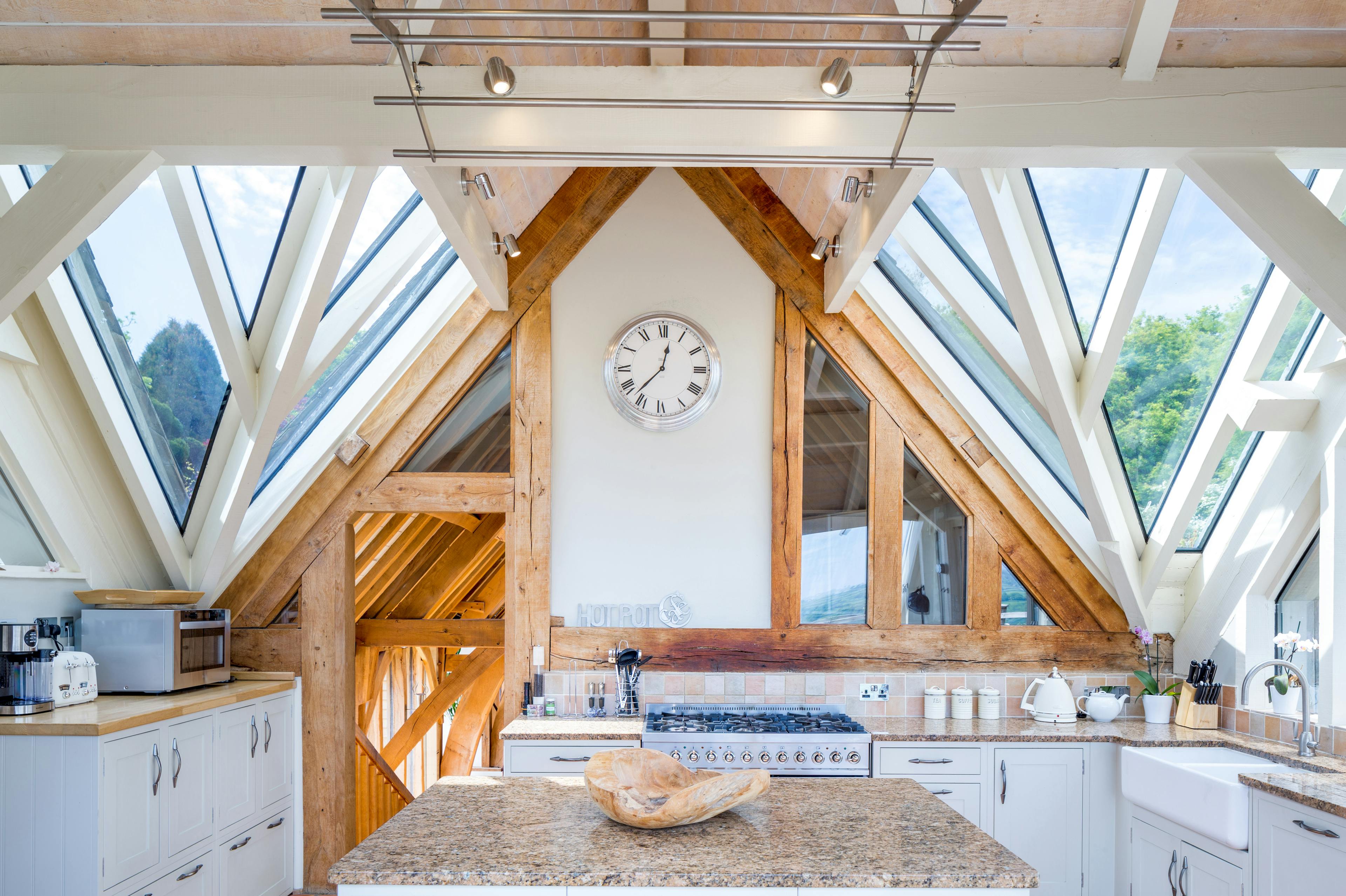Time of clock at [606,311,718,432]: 12:37
